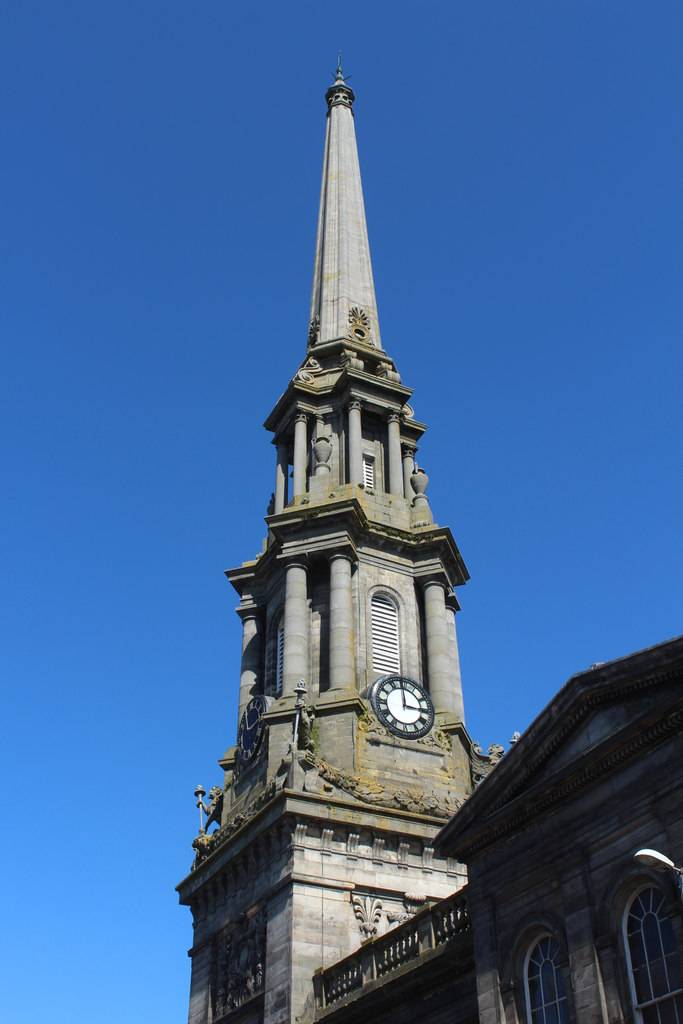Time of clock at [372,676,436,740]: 2:59
